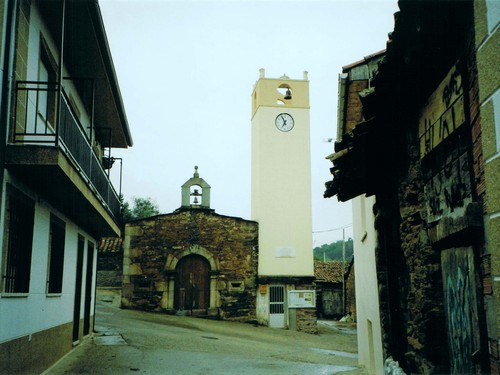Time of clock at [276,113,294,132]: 6:56
